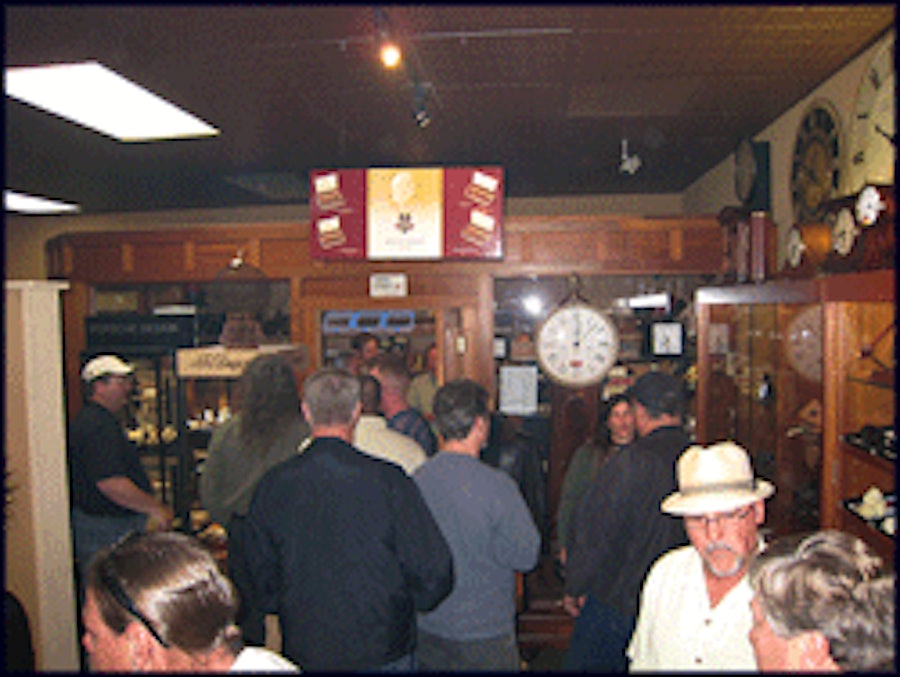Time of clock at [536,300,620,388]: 12:07
